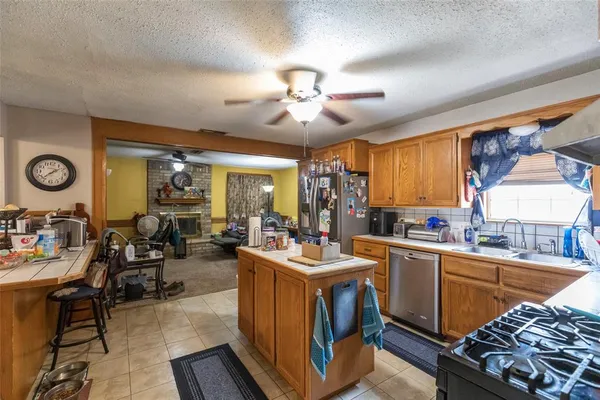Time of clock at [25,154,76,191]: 1:36
